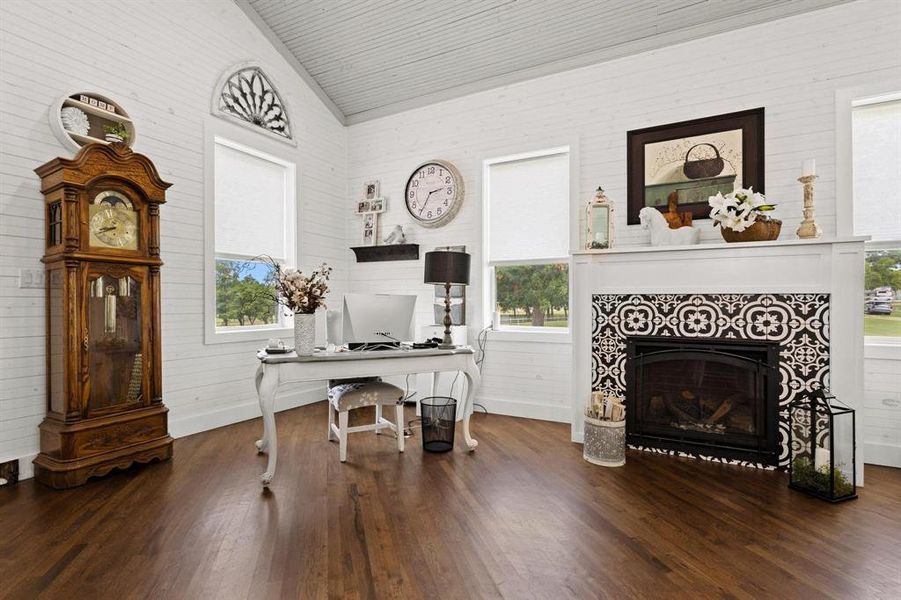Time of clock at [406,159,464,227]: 2:34
